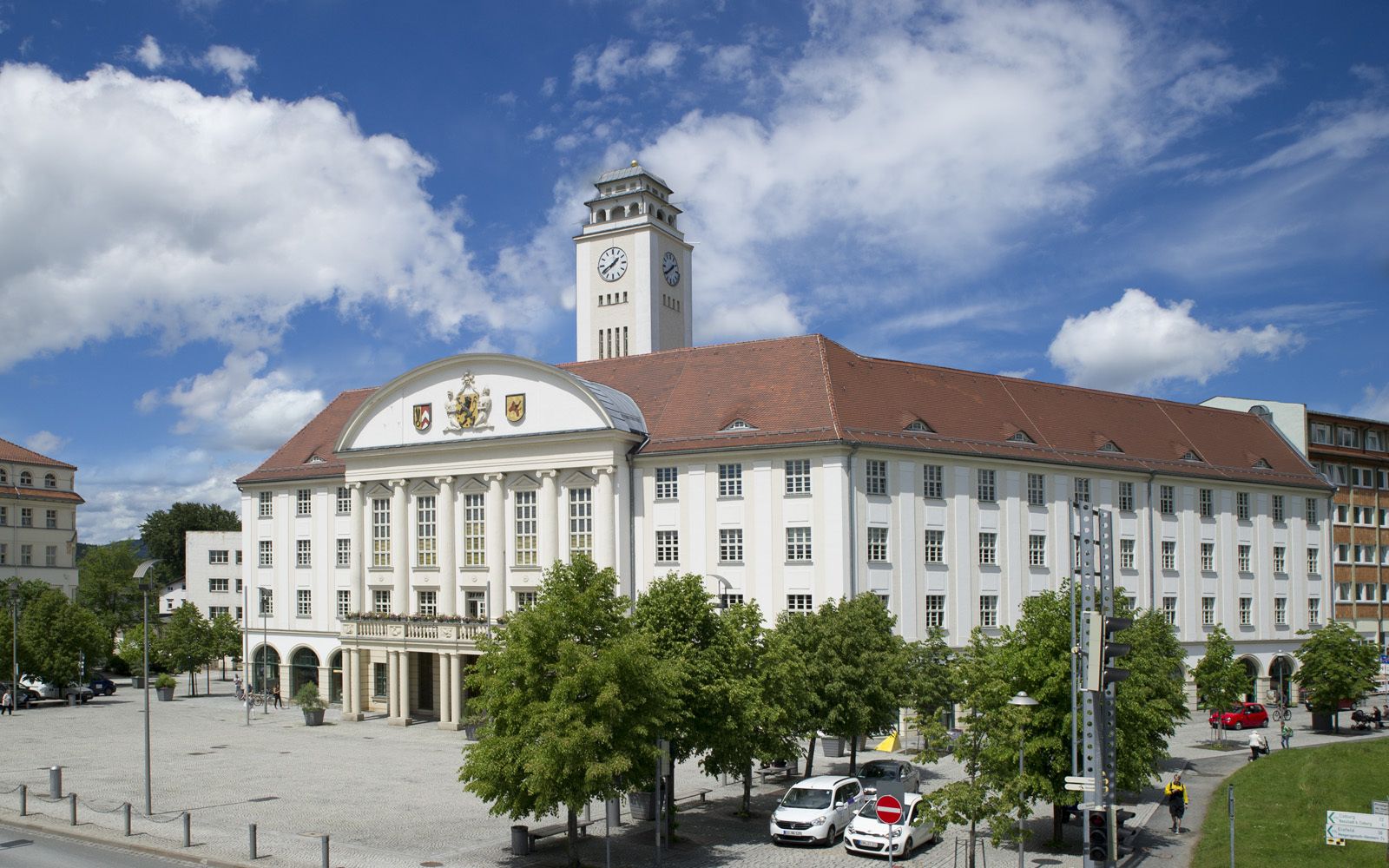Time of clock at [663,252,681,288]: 1:39
